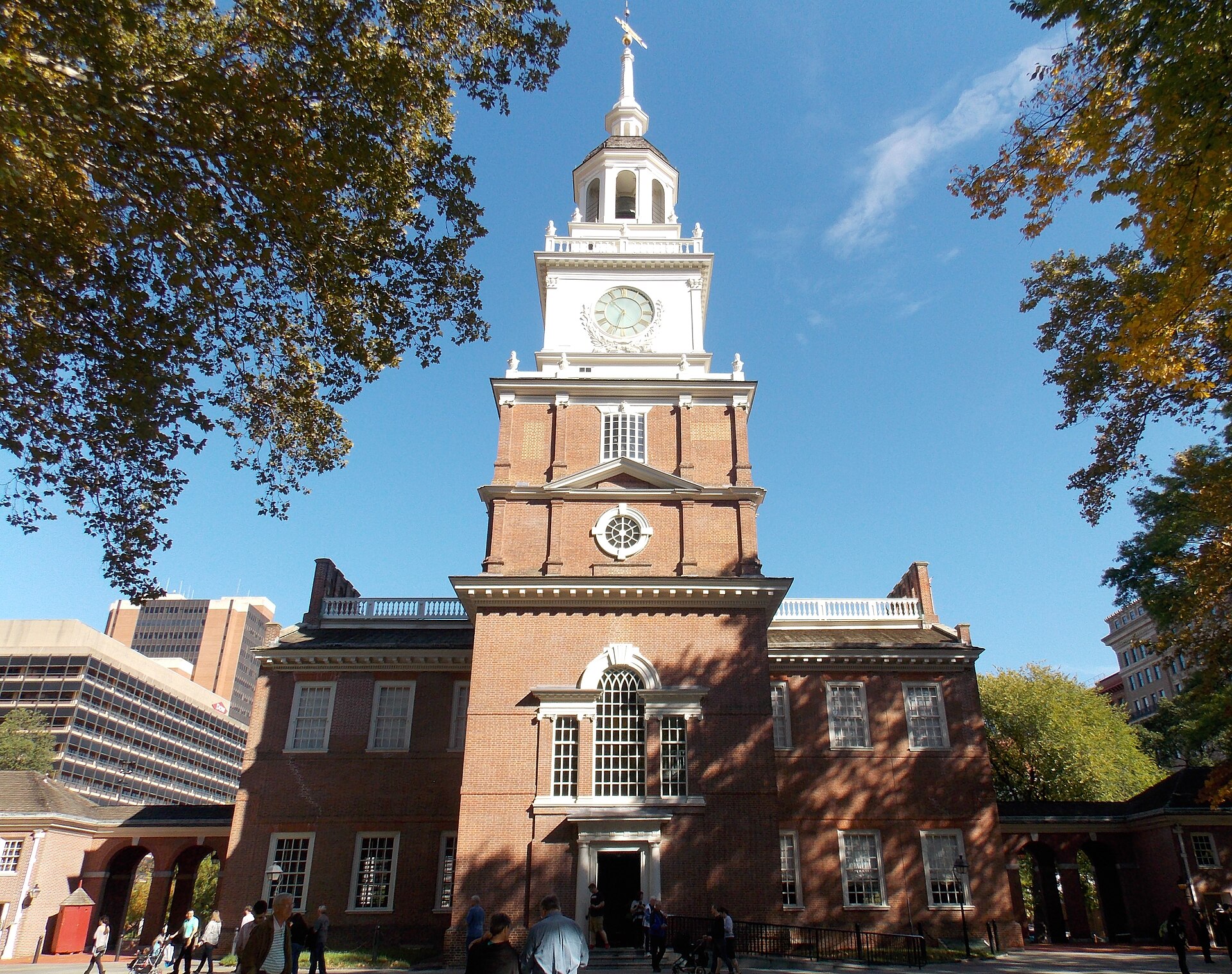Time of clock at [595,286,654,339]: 10:33
